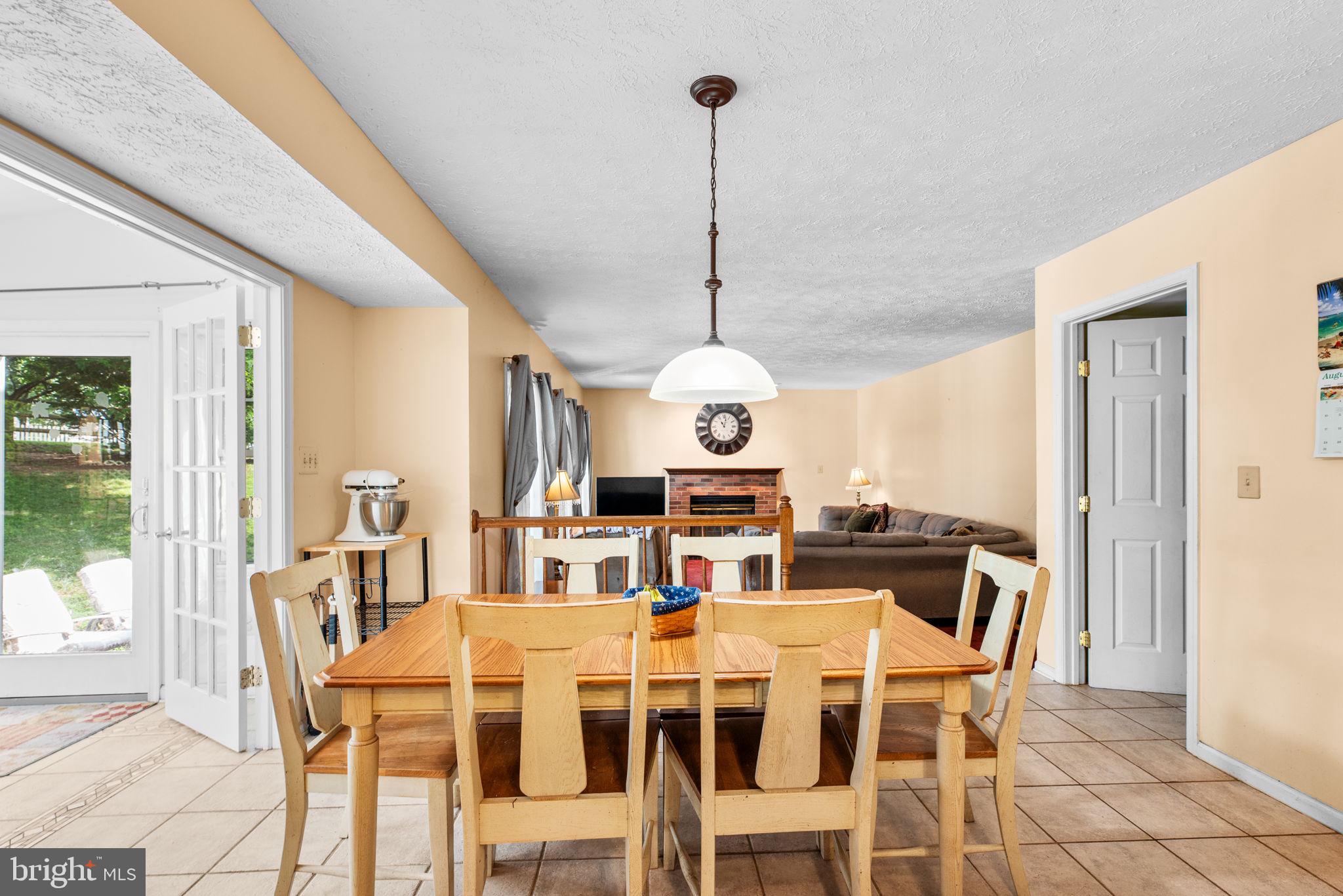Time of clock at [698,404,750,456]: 11:02
